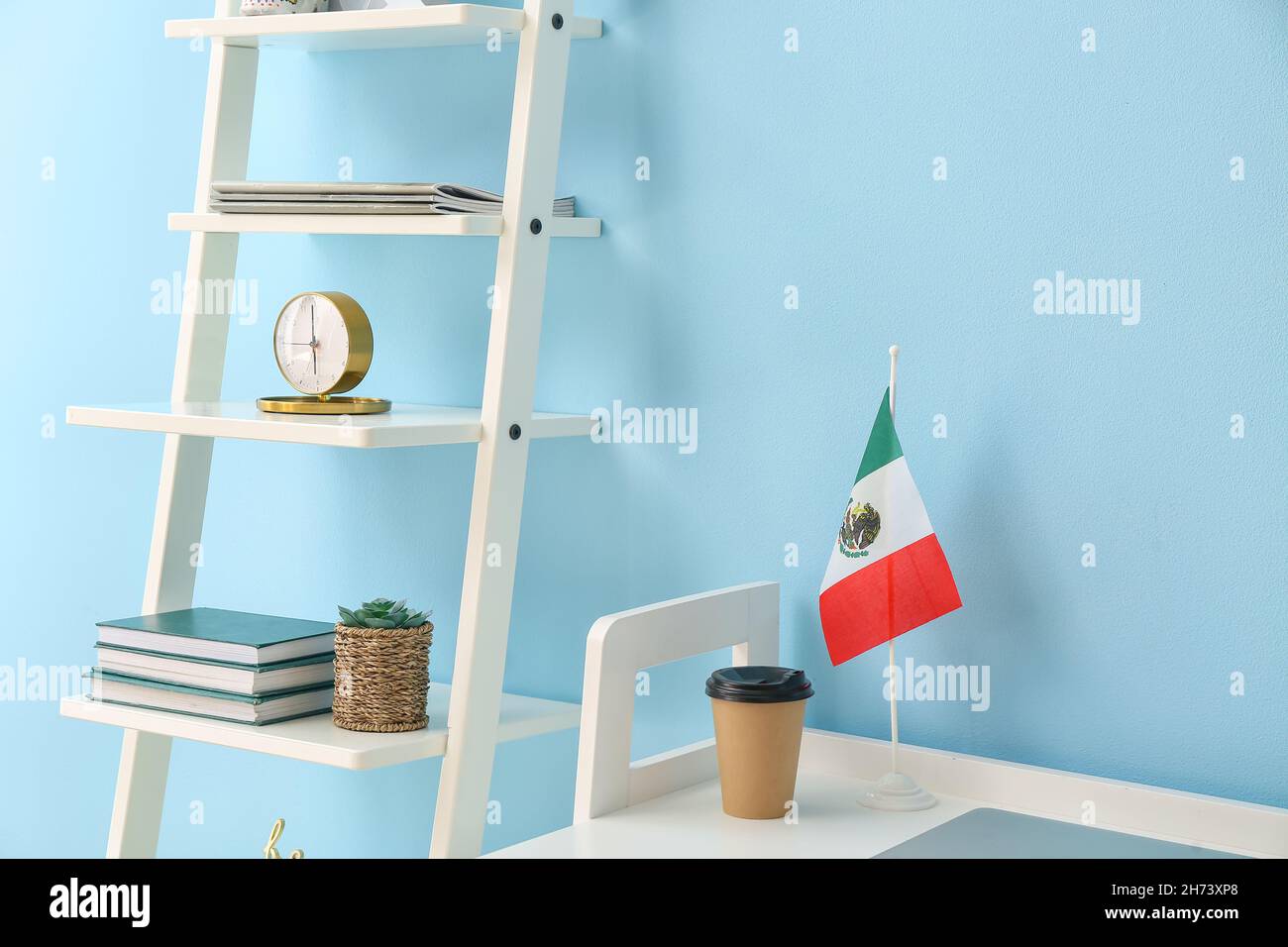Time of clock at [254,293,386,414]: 5:59
